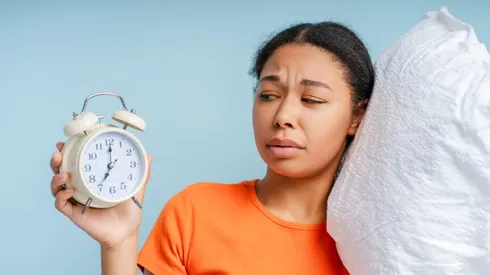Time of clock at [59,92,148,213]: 7:00
